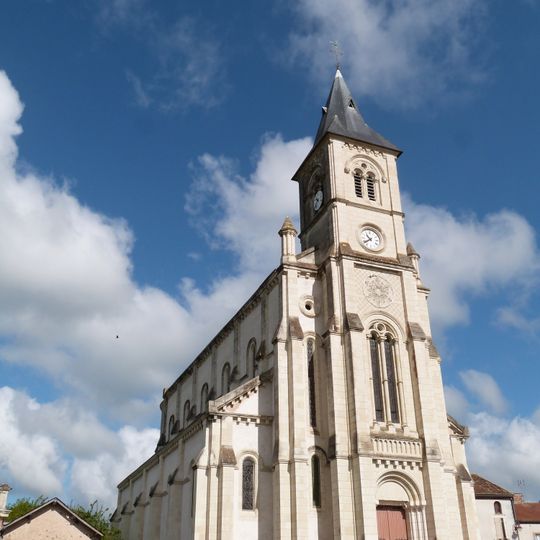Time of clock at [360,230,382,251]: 10:39
